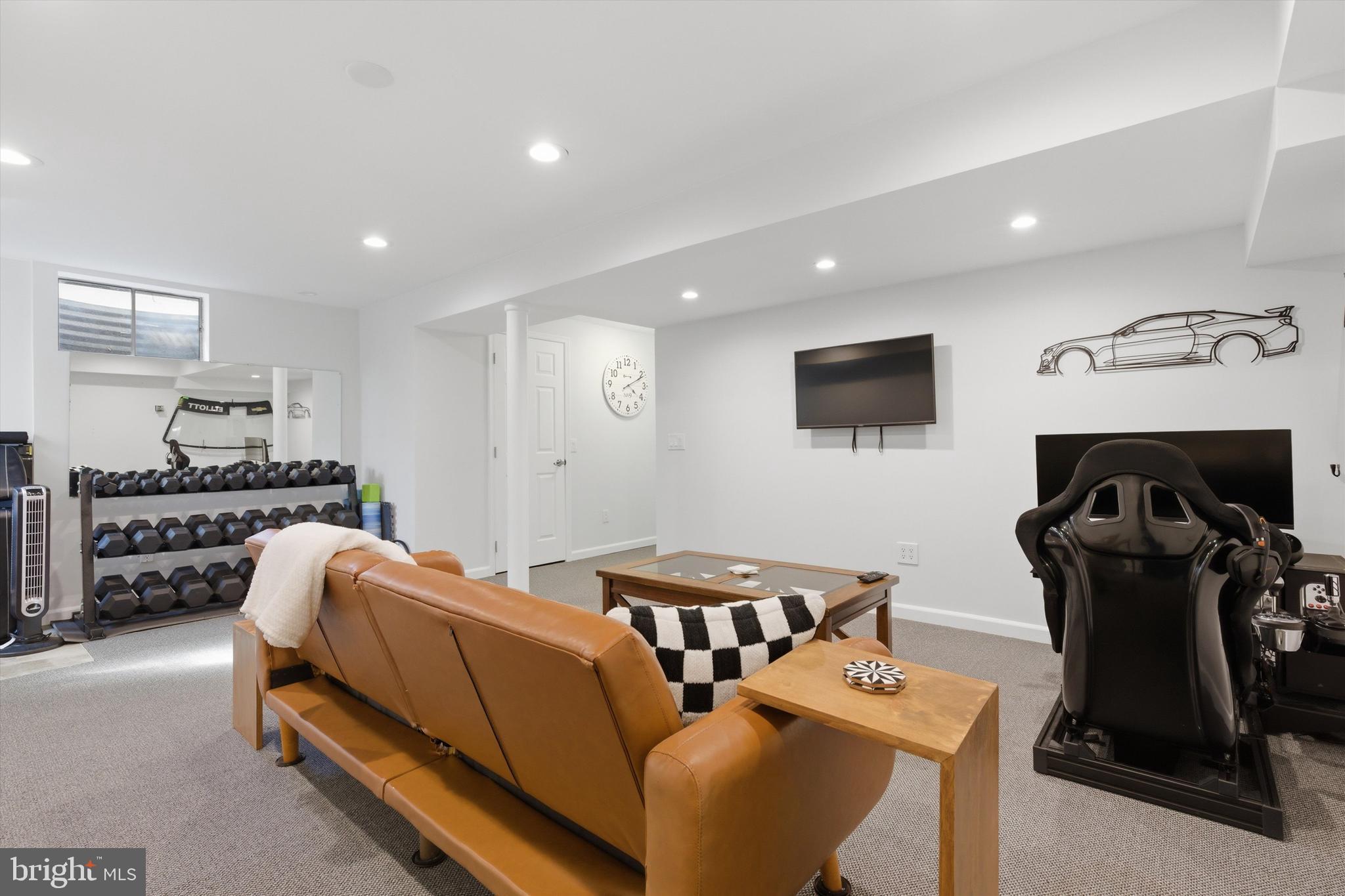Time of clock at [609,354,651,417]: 4:11
